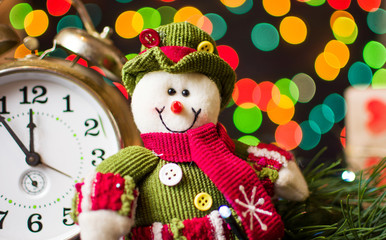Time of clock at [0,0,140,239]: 11:53
